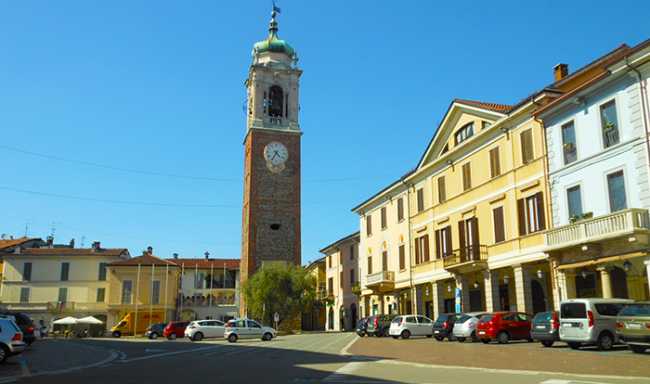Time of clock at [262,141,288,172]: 4:35
